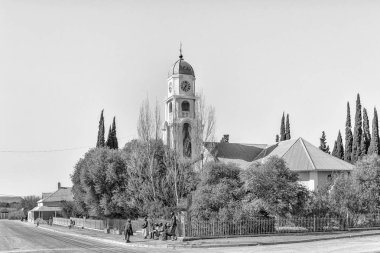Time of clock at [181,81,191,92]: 7:02
